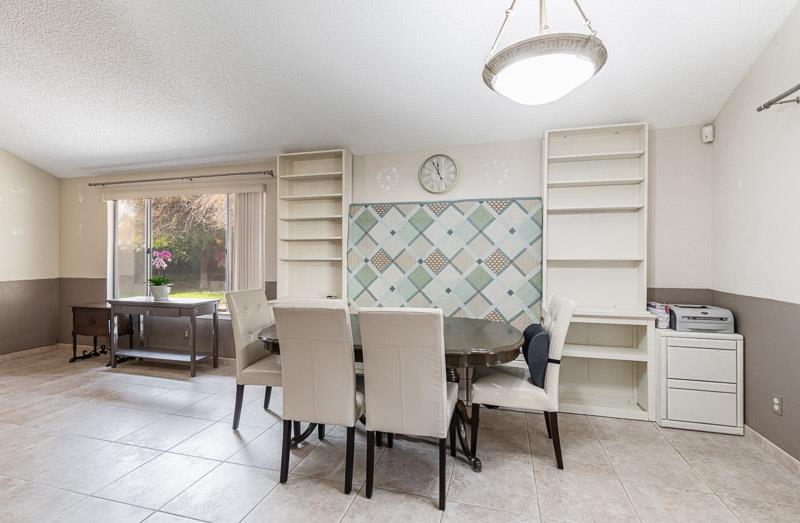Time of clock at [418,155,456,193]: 11:55
